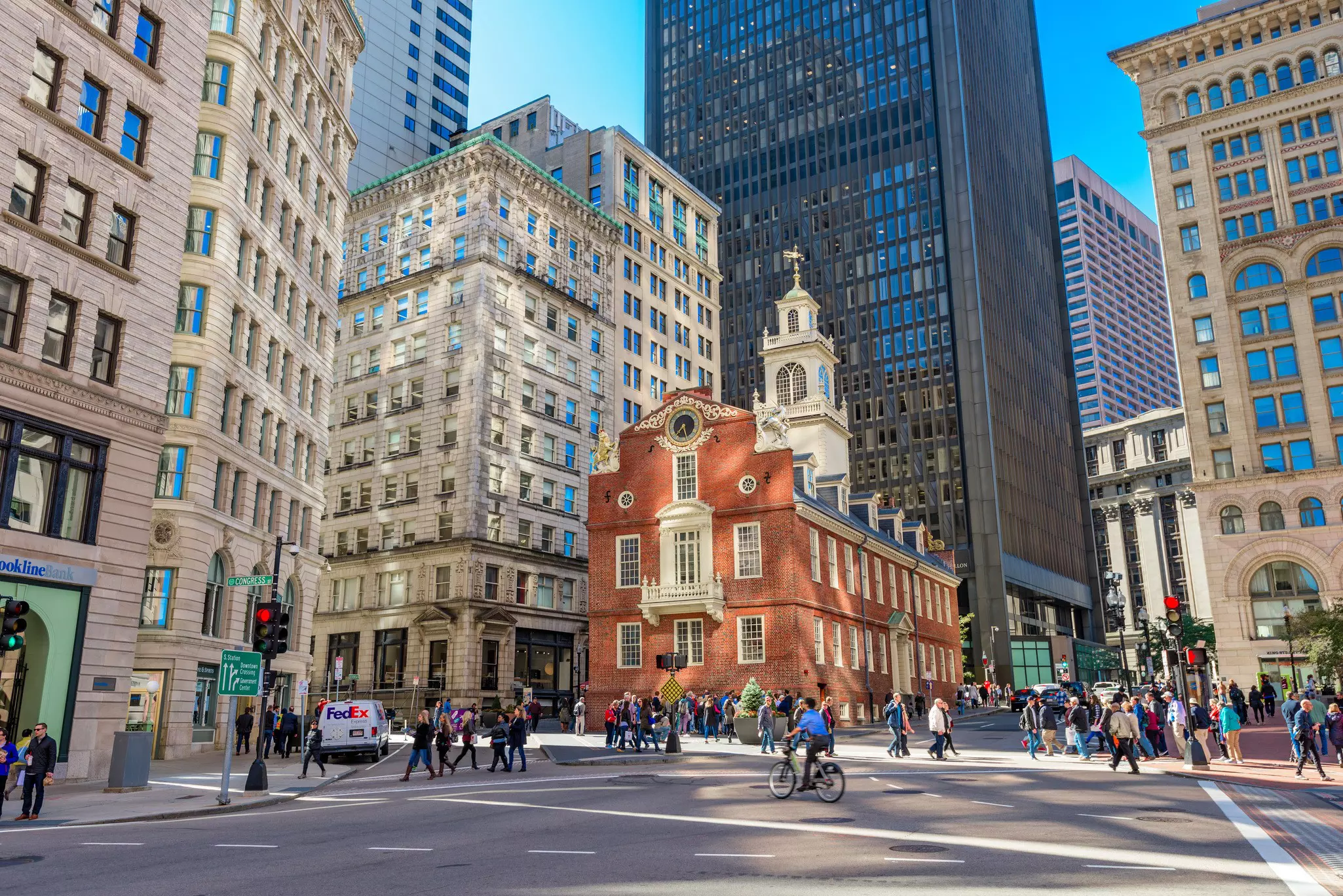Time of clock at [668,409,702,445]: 7:27
